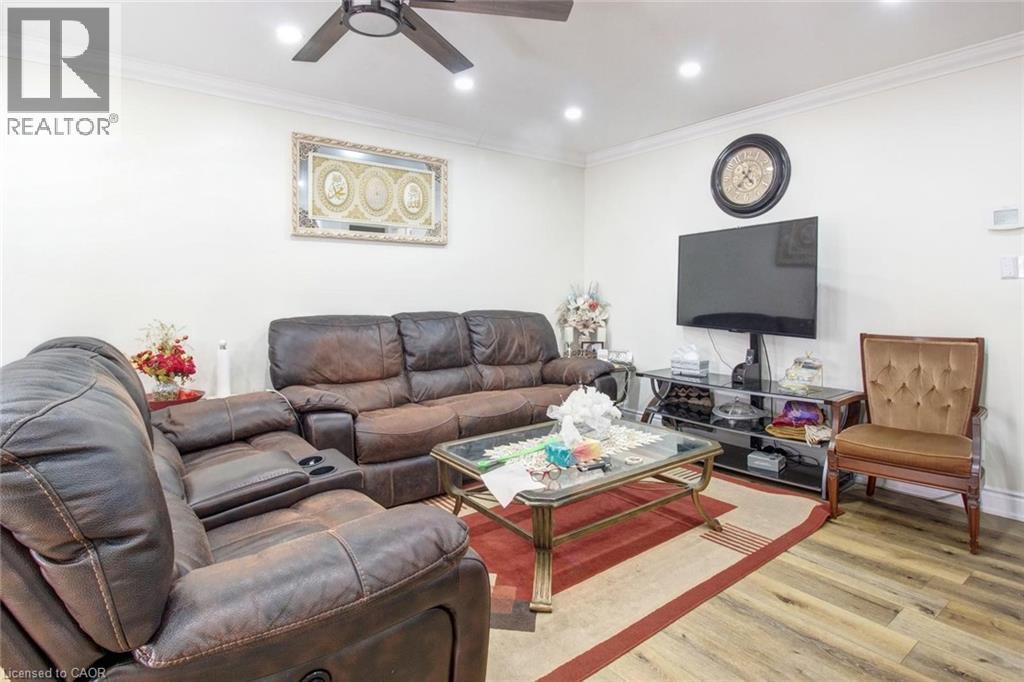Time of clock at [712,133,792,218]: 4:36
